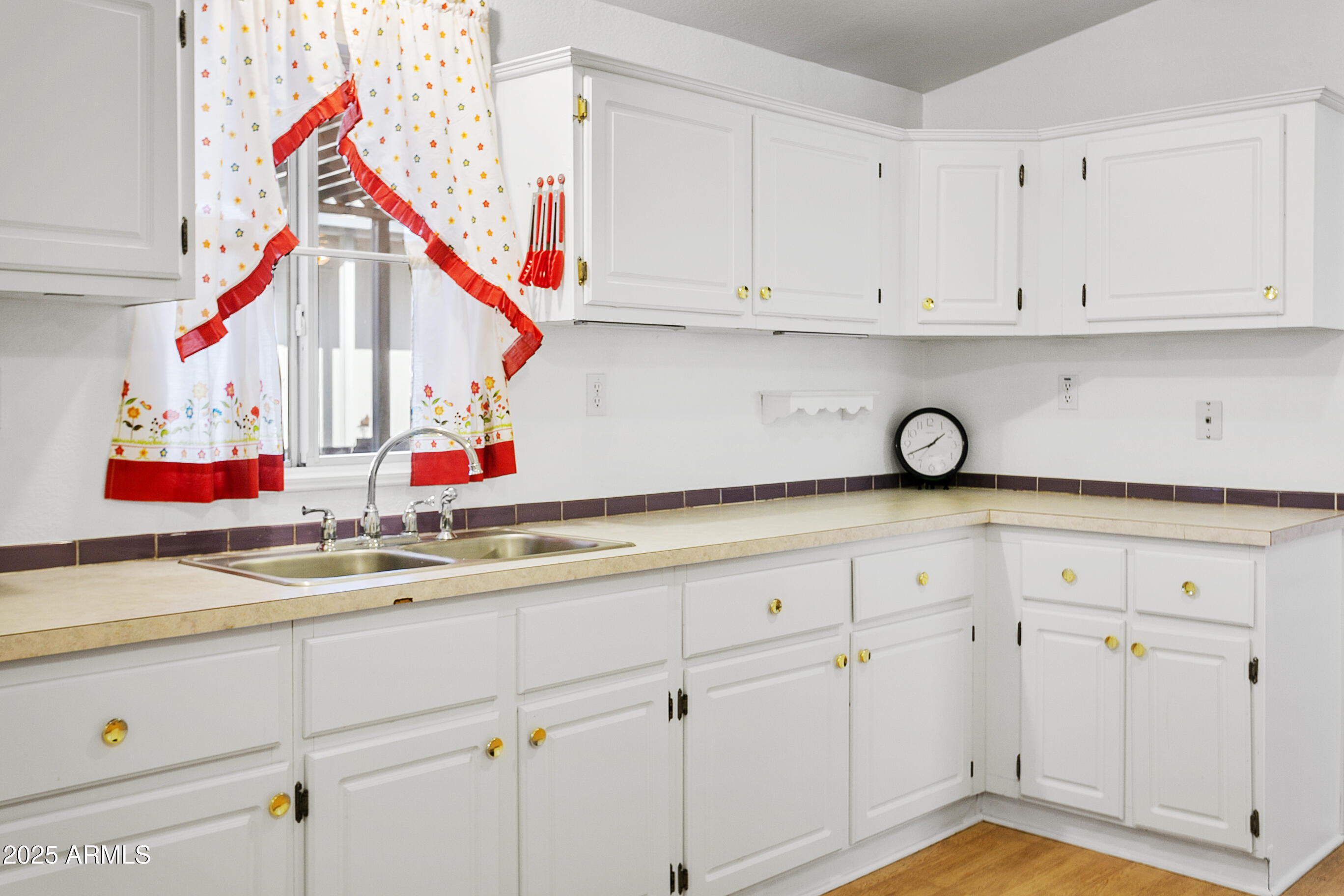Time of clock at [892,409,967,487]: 1:40
